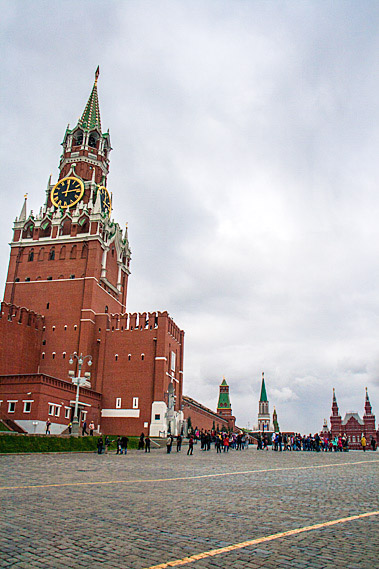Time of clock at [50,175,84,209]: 12:13
